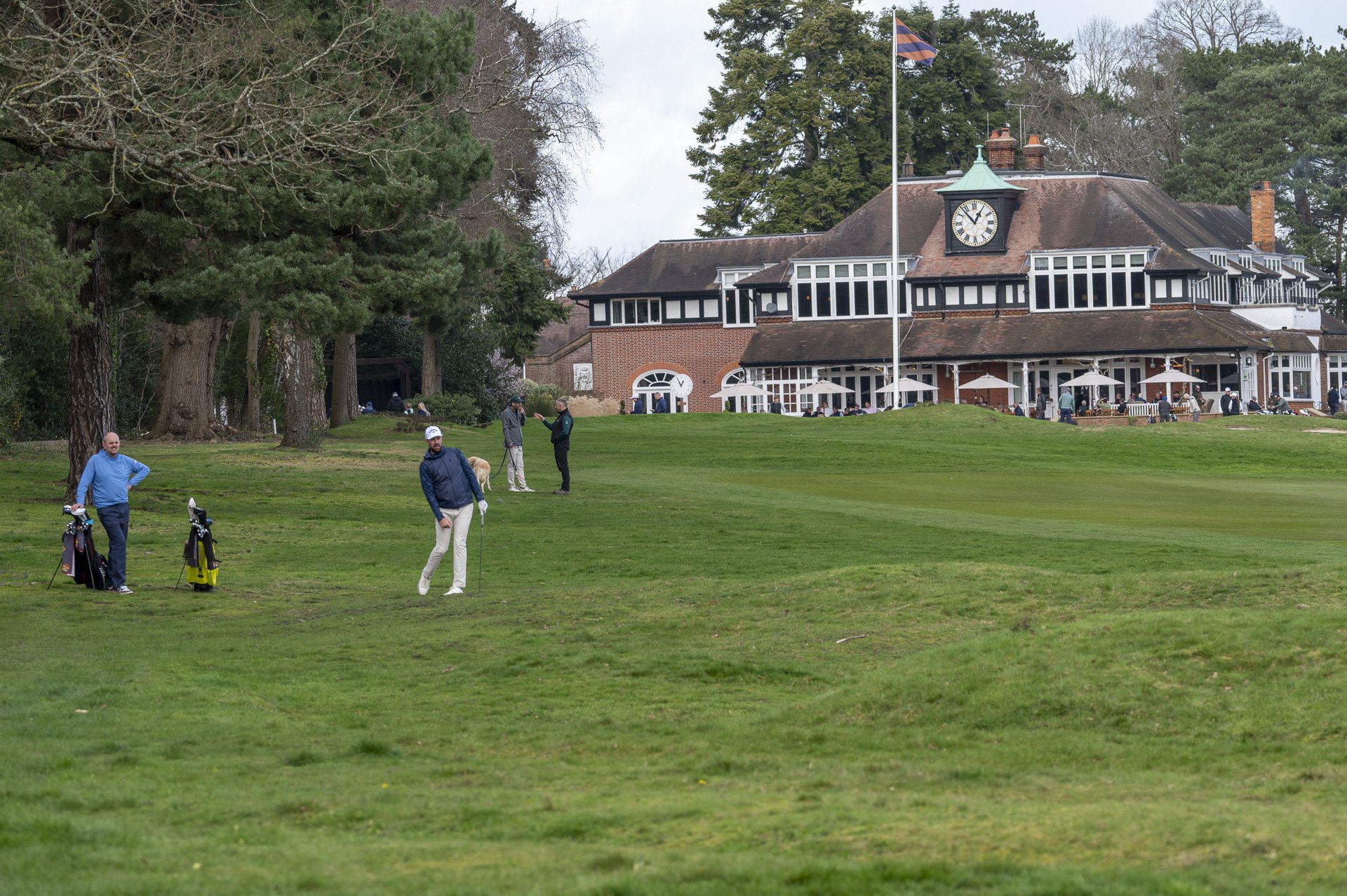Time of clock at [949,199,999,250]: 12:53
